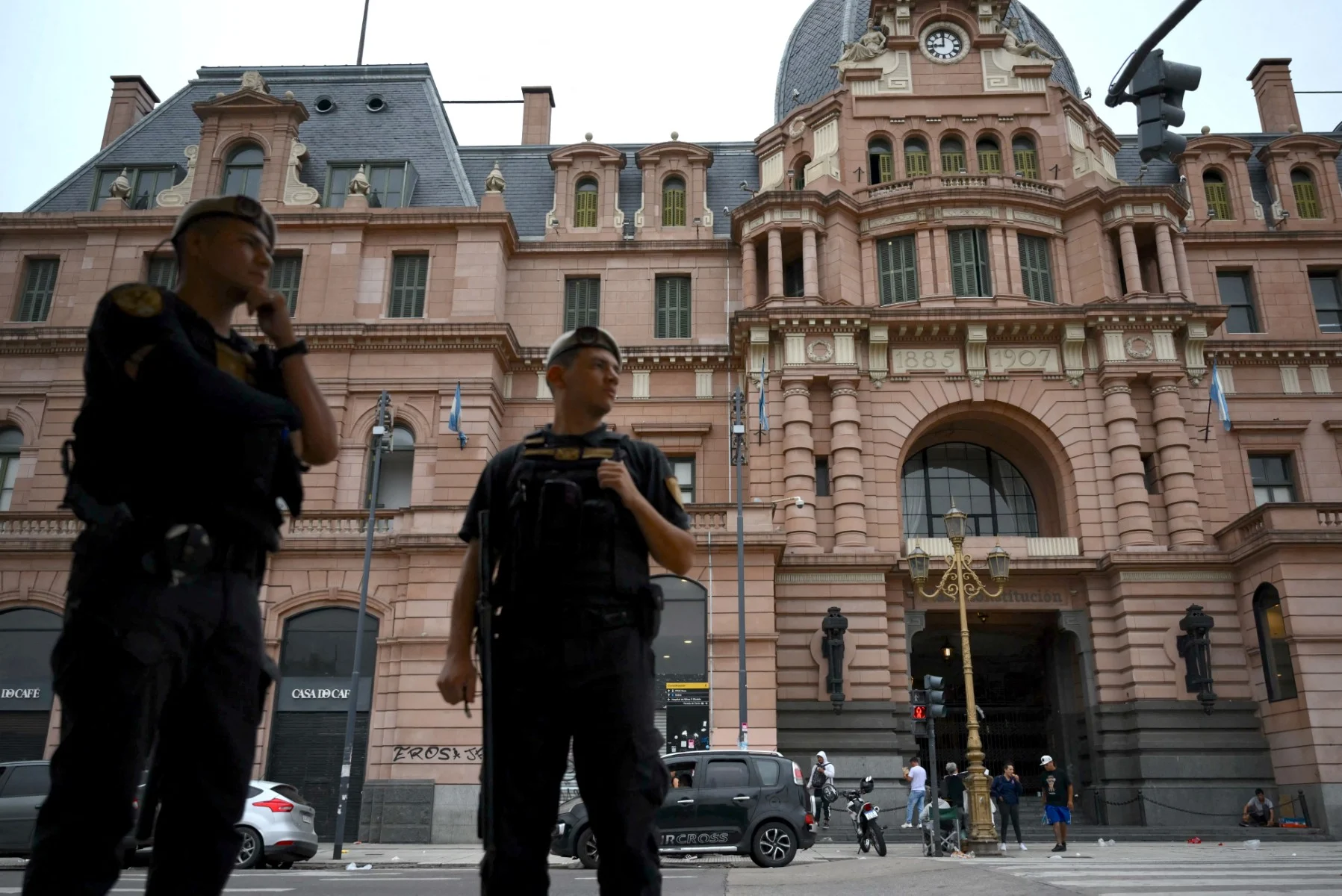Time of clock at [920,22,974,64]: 9:00
